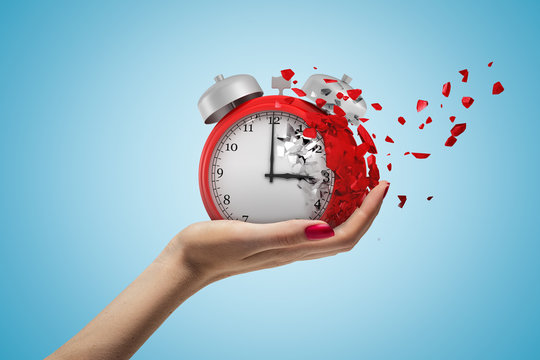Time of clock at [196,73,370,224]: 3:00
